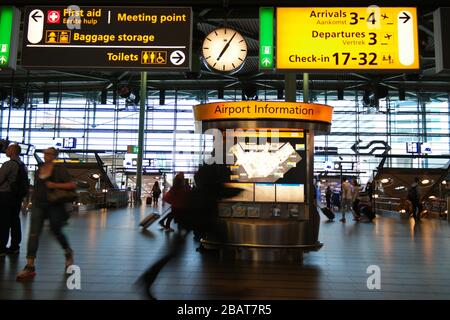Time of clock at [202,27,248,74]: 7:05
